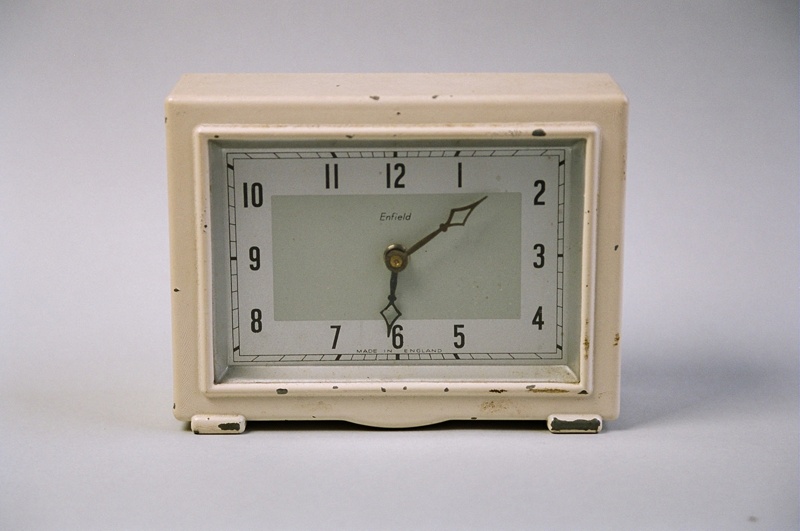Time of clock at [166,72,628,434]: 1:30
